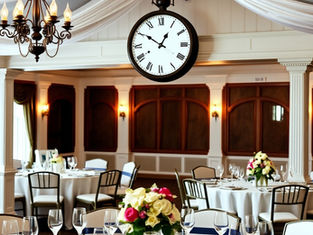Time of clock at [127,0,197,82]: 12:50
